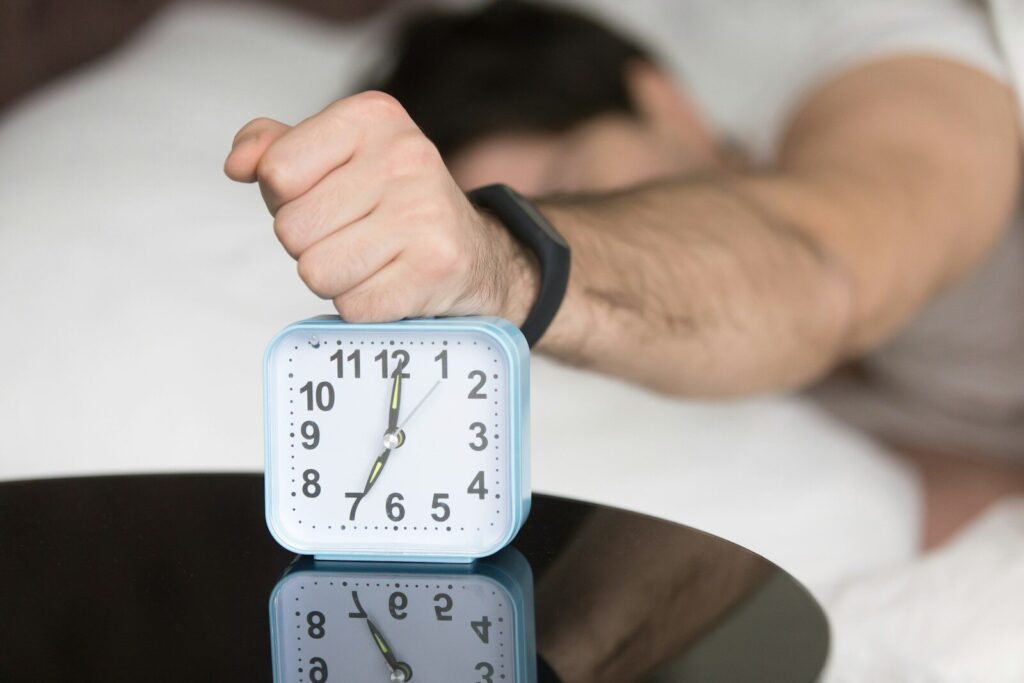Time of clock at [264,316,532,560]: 7:00
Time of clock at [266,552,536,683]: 12:34
